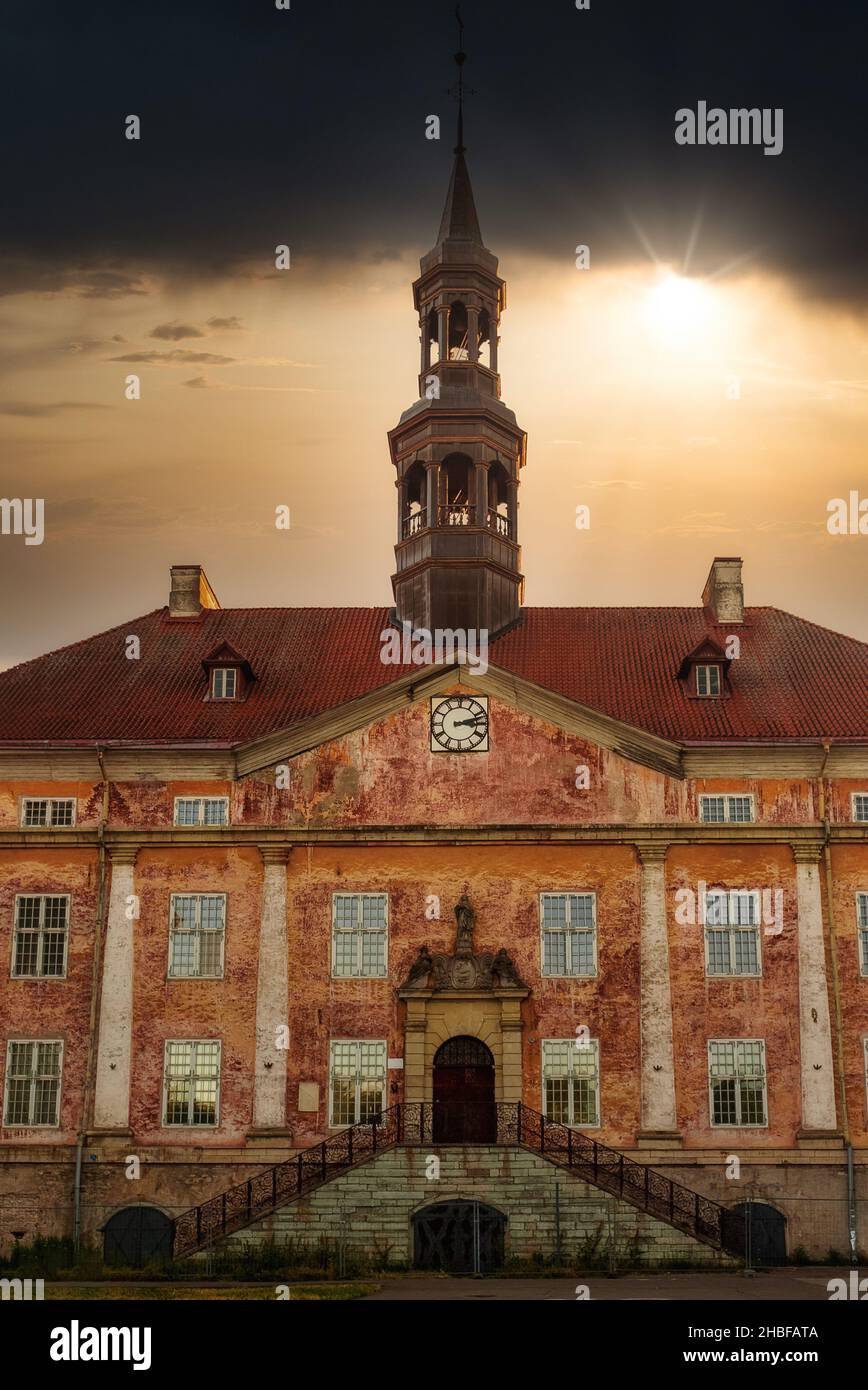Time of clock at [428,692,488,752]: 3:12
